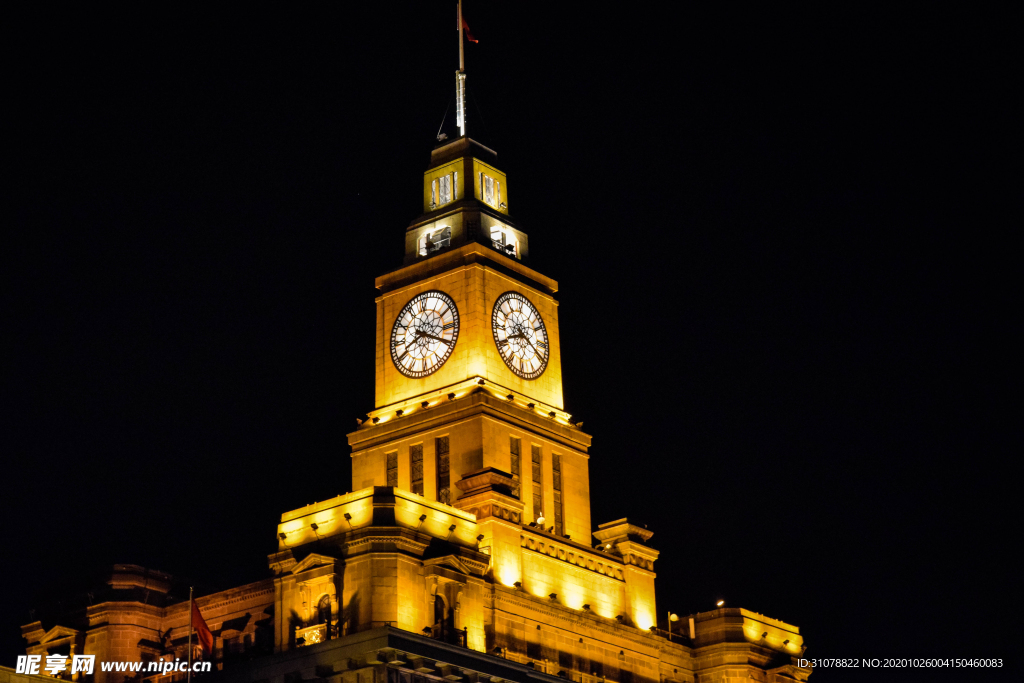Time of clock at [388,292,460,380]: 8:19
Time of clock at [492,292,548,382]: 8:19
